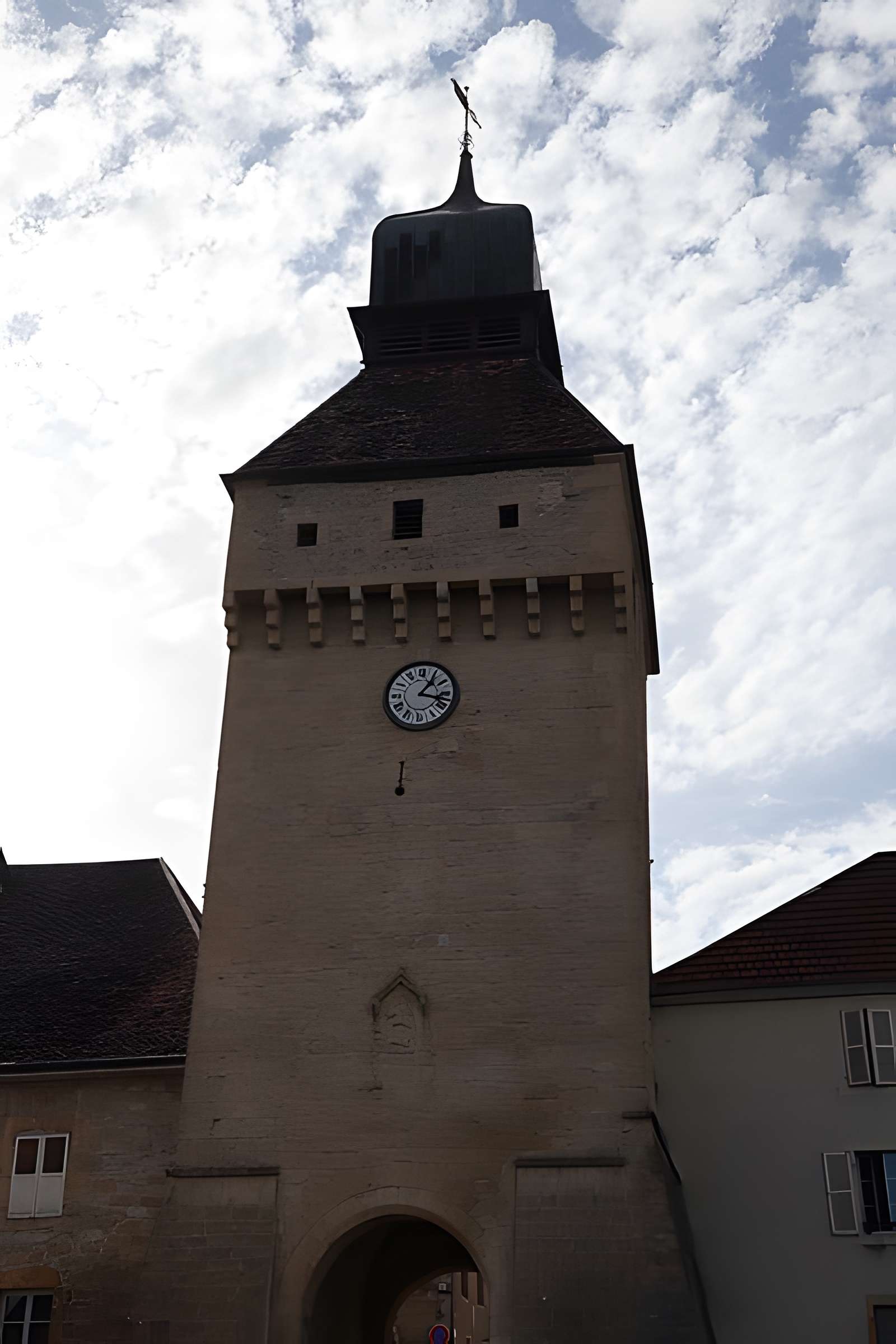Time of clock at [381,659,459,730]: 1:17
